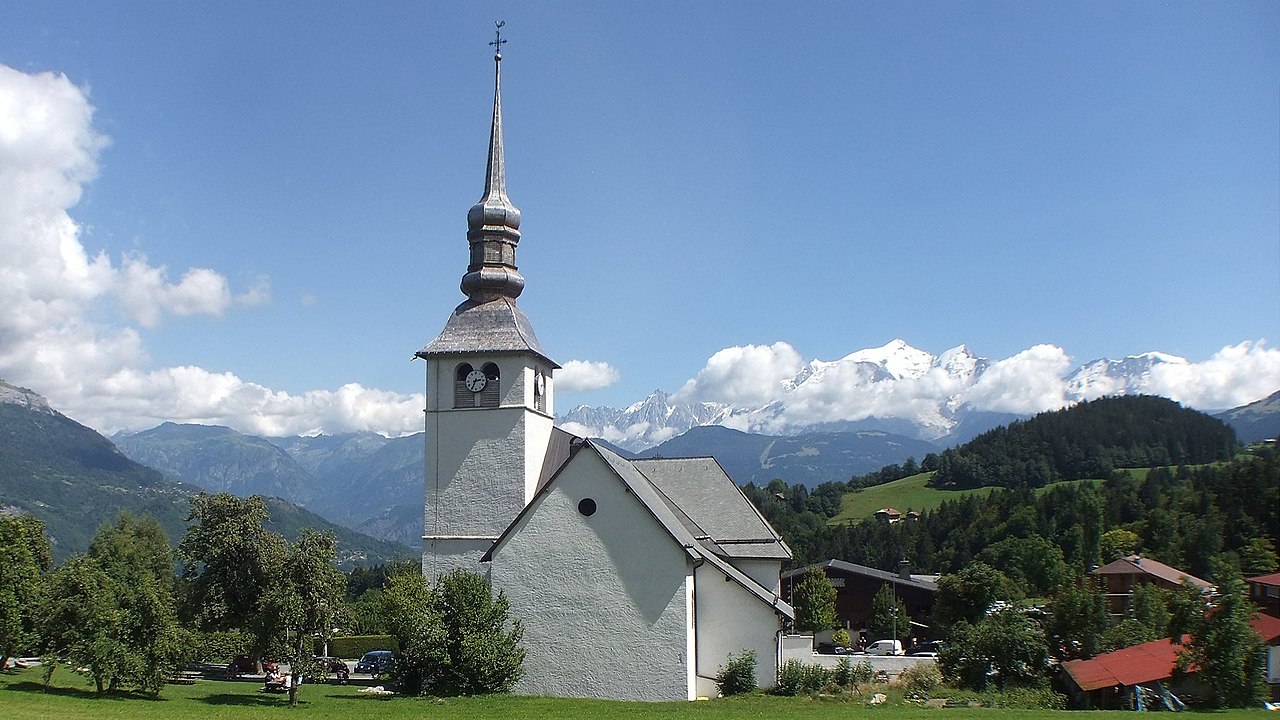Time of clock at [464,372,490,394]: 2:34
